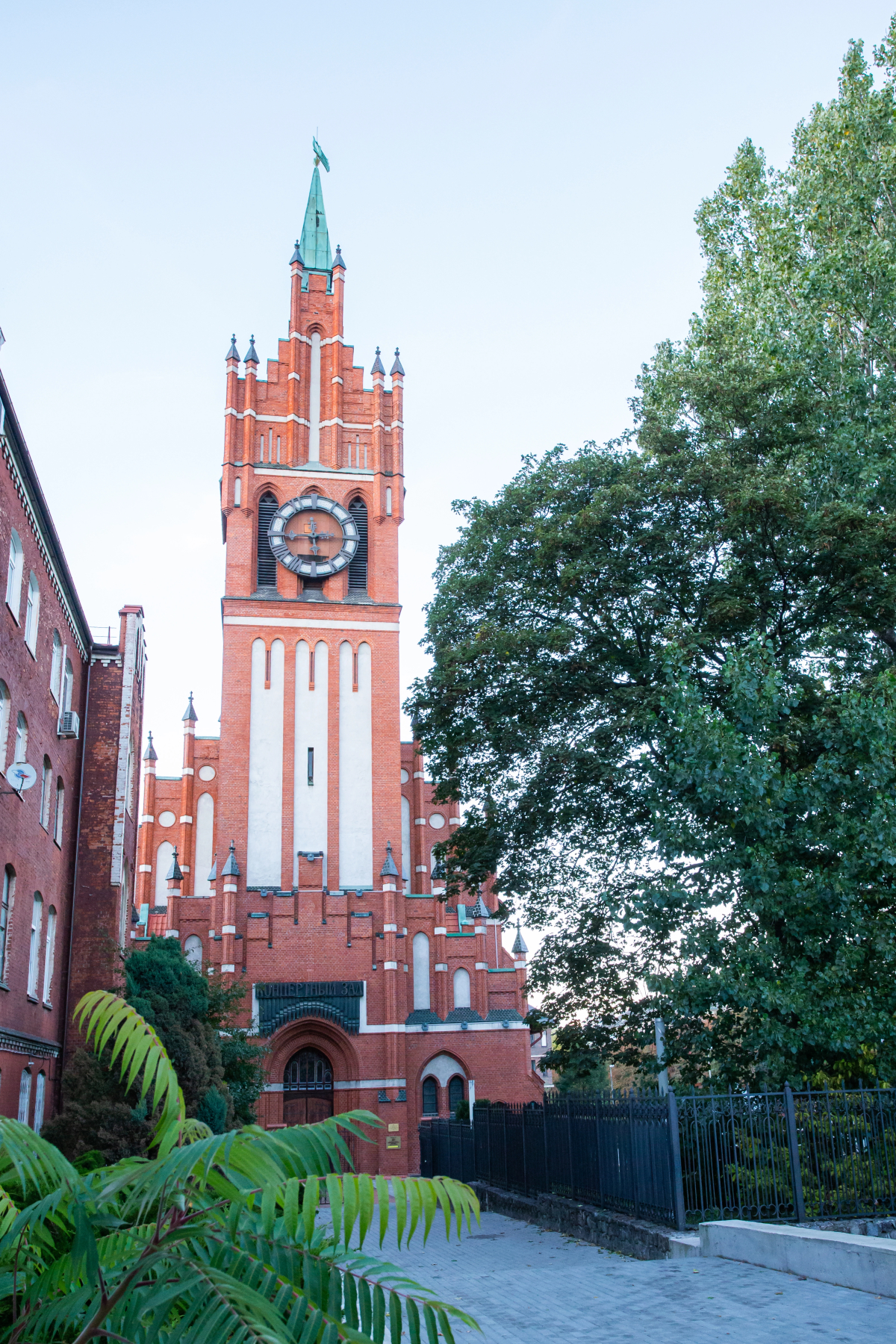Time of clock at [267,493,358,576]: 11:45
